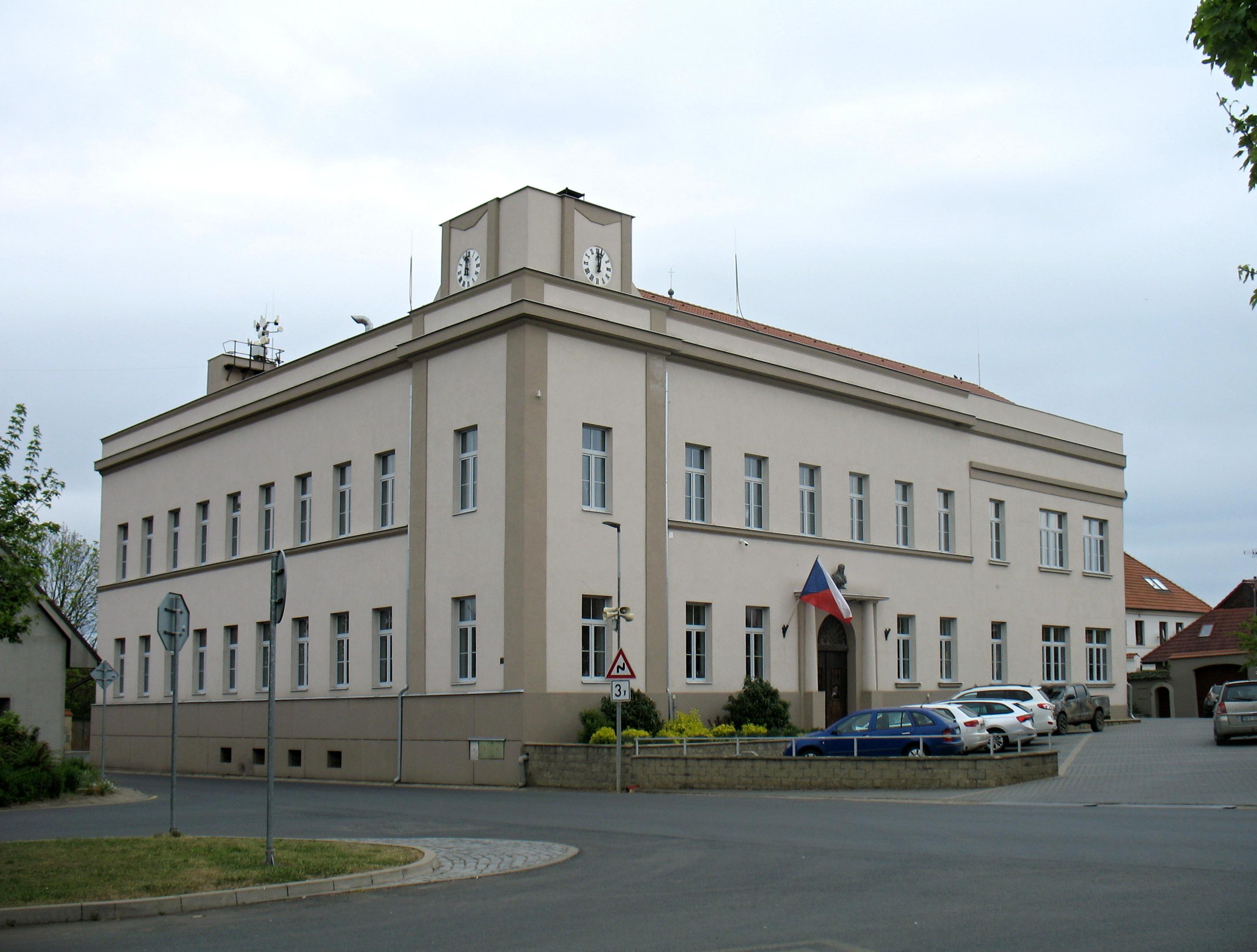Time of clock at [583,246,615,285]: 12:02
